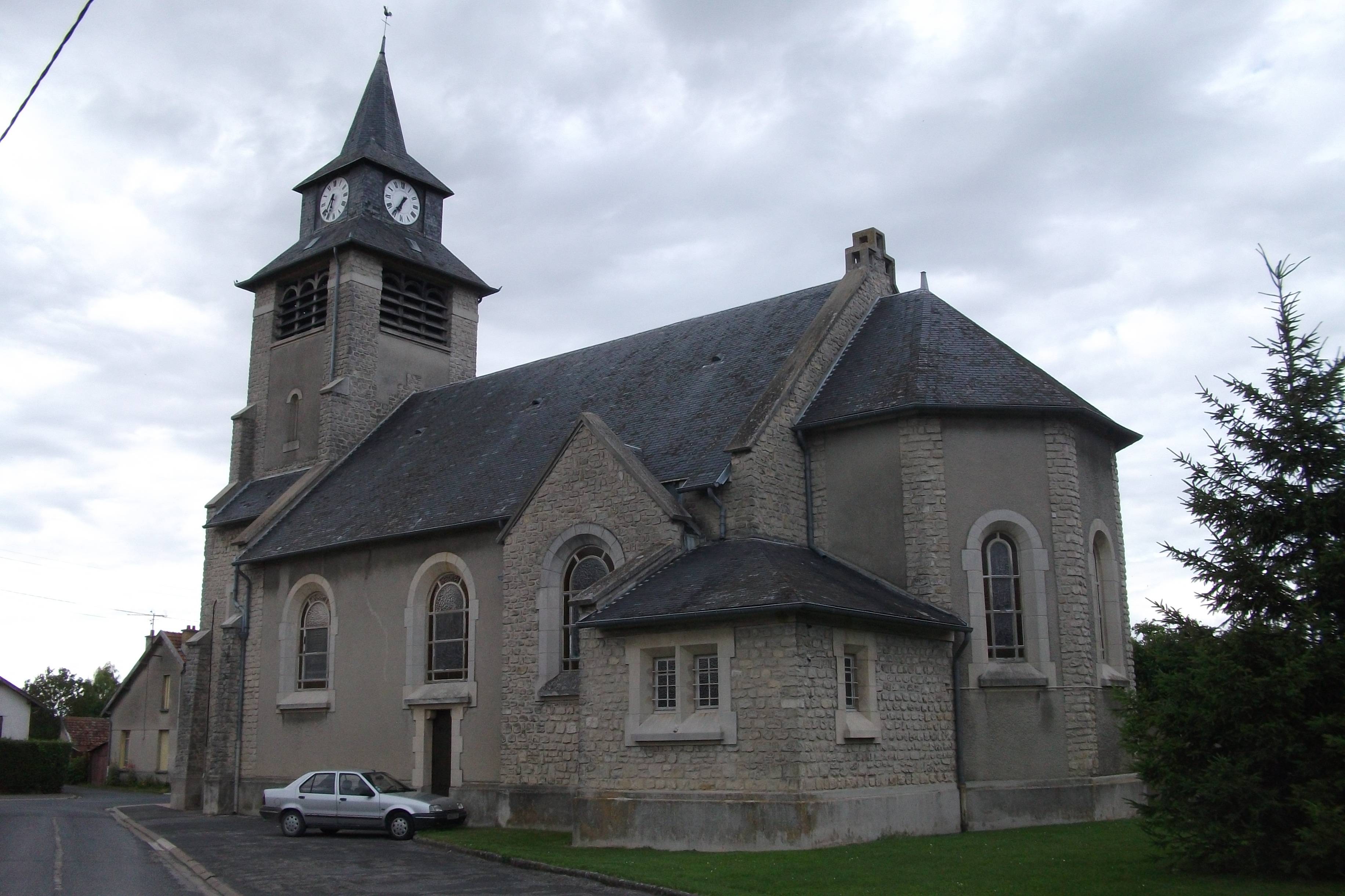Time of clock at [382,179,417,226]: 6:35
